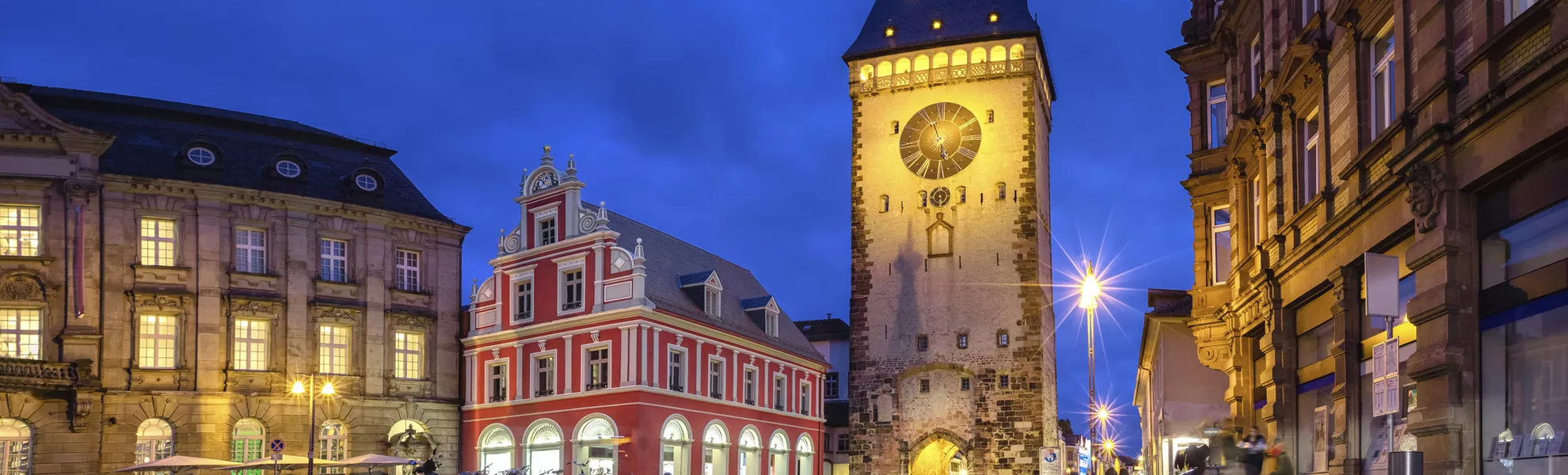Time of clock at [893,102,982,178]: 5:56
